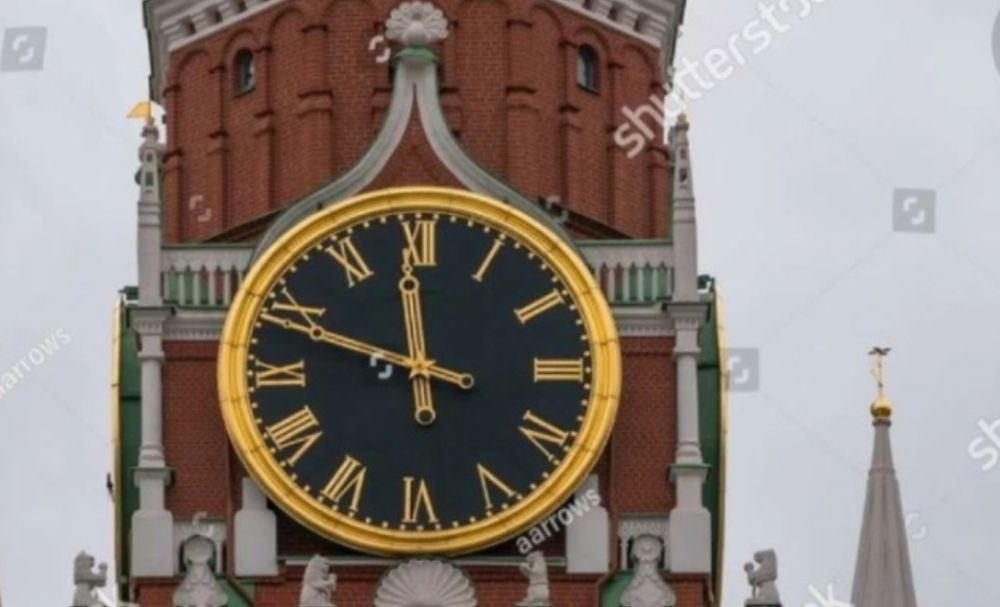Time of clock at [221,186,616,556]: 11:48
